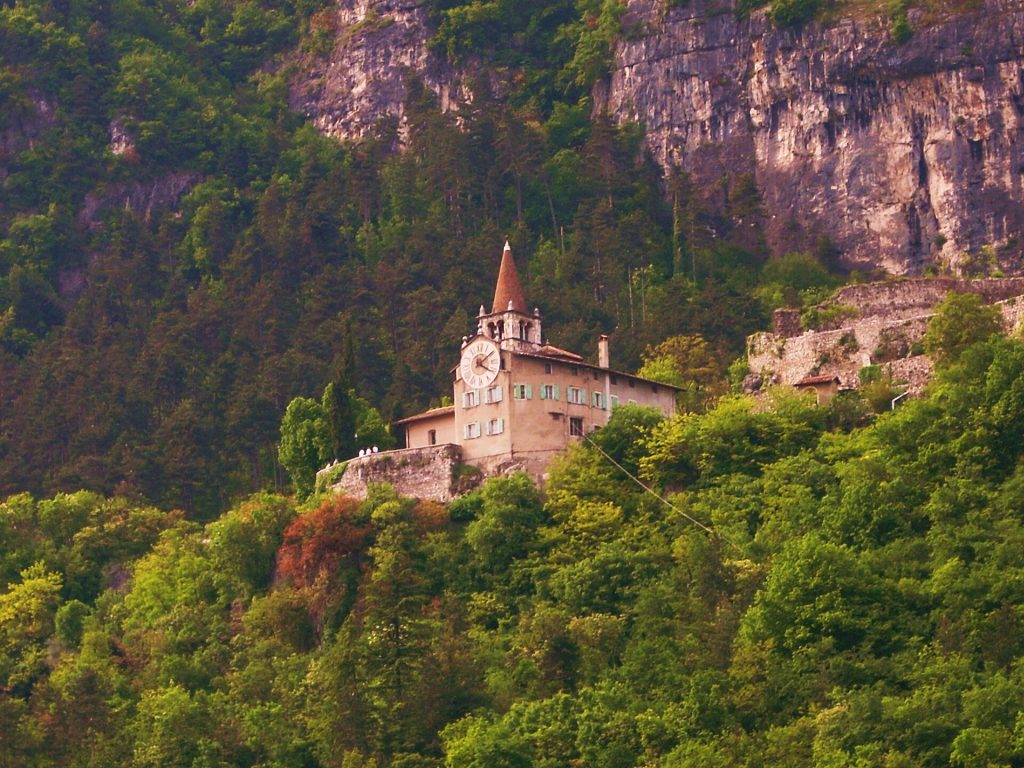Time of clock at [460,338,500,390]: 4:09
